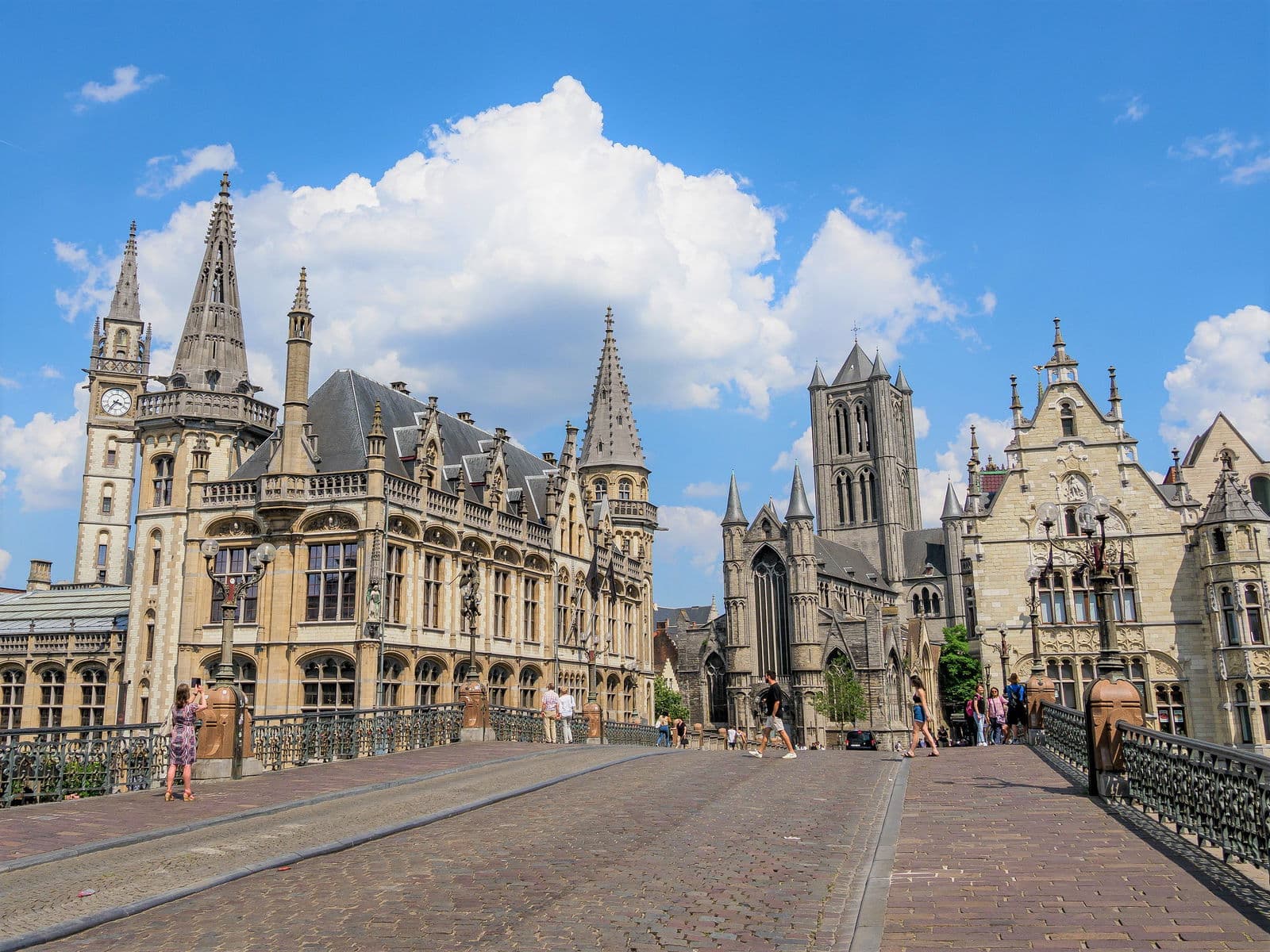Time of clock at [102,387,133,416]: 3:36
